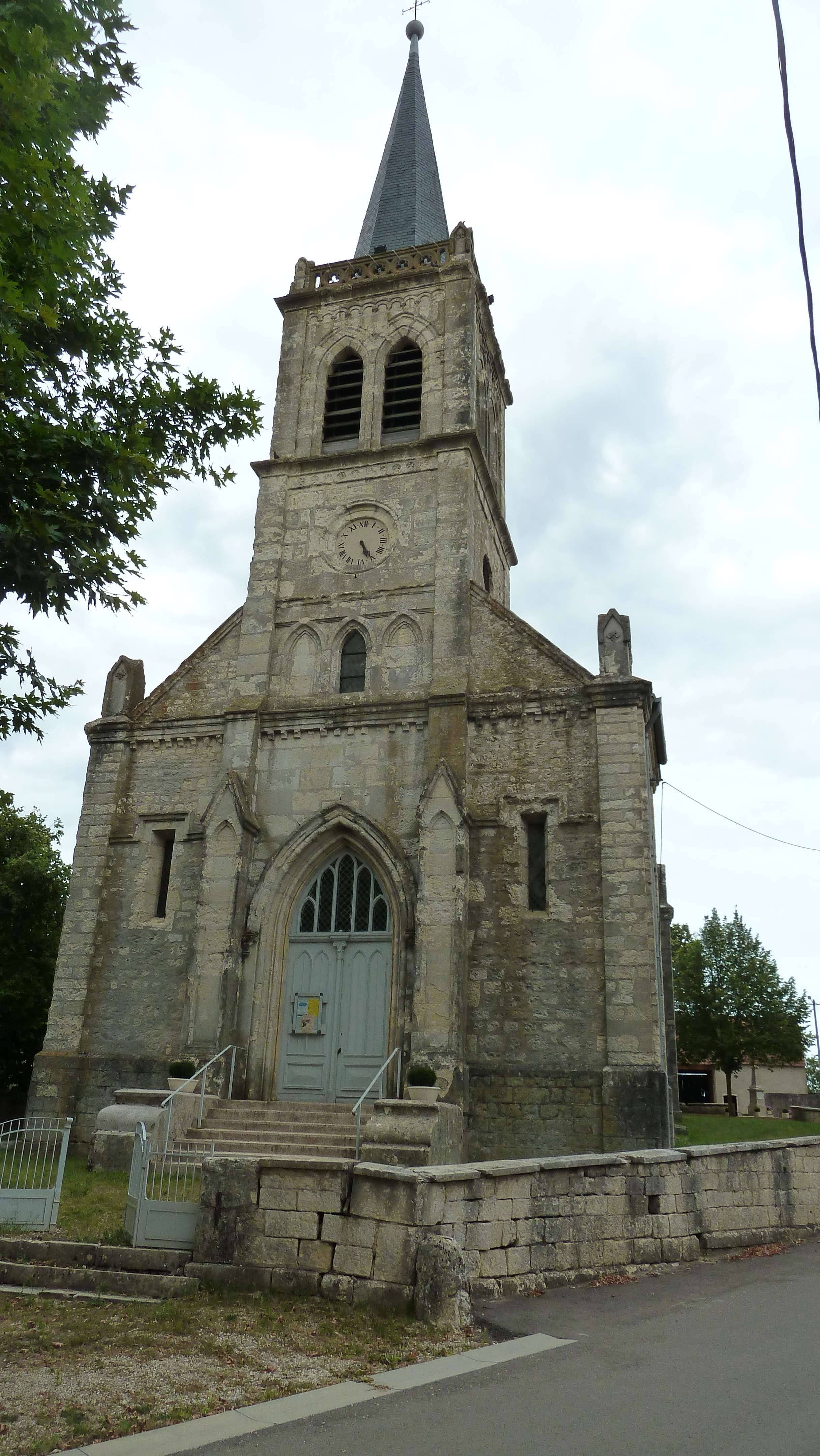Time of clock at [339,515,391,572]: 5:25
